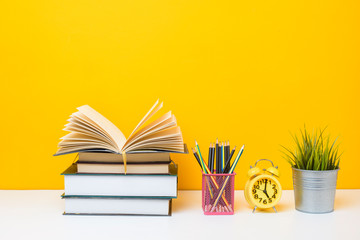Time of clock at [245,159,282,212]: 5:01
